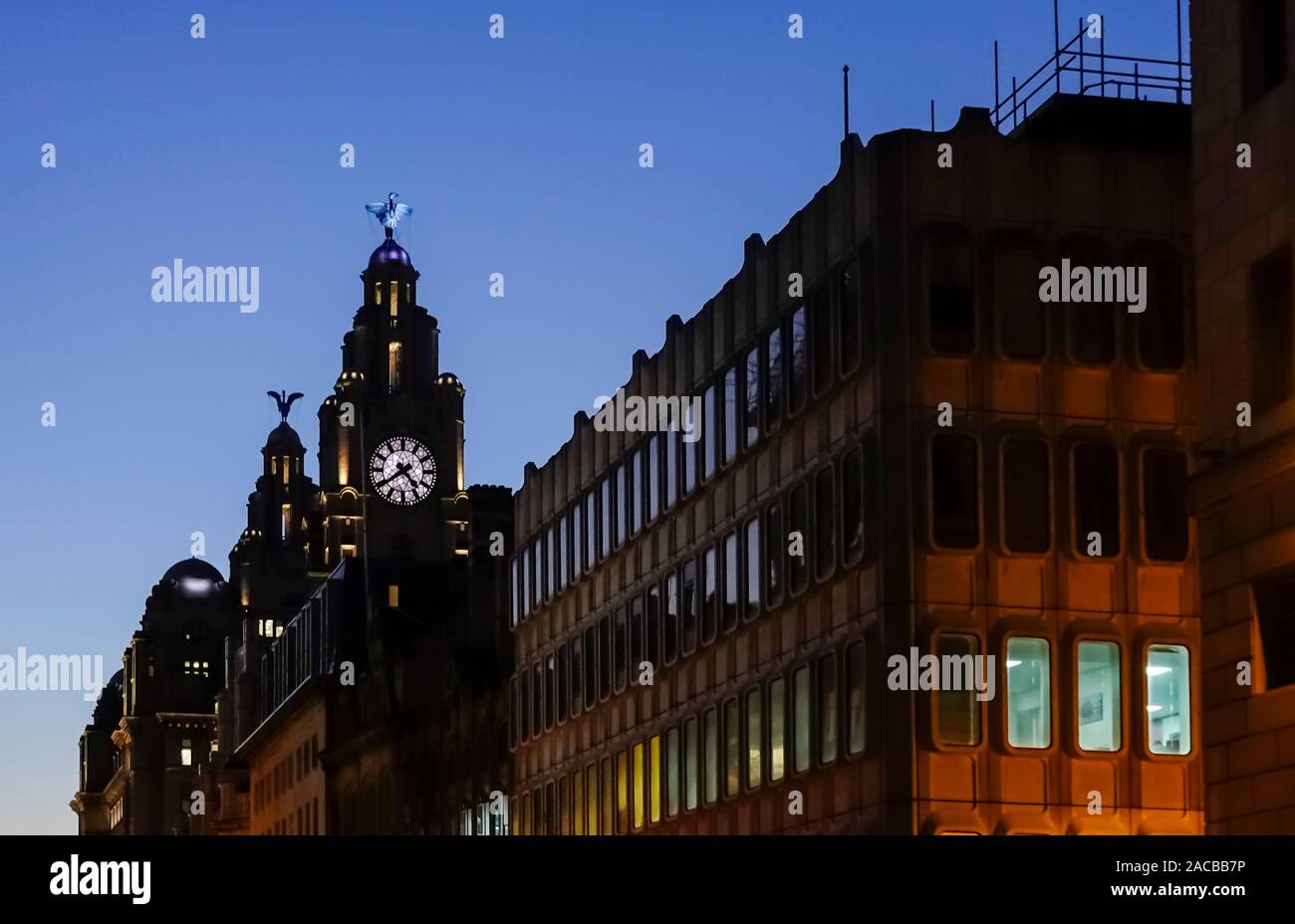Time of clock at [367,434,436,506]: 4:39
